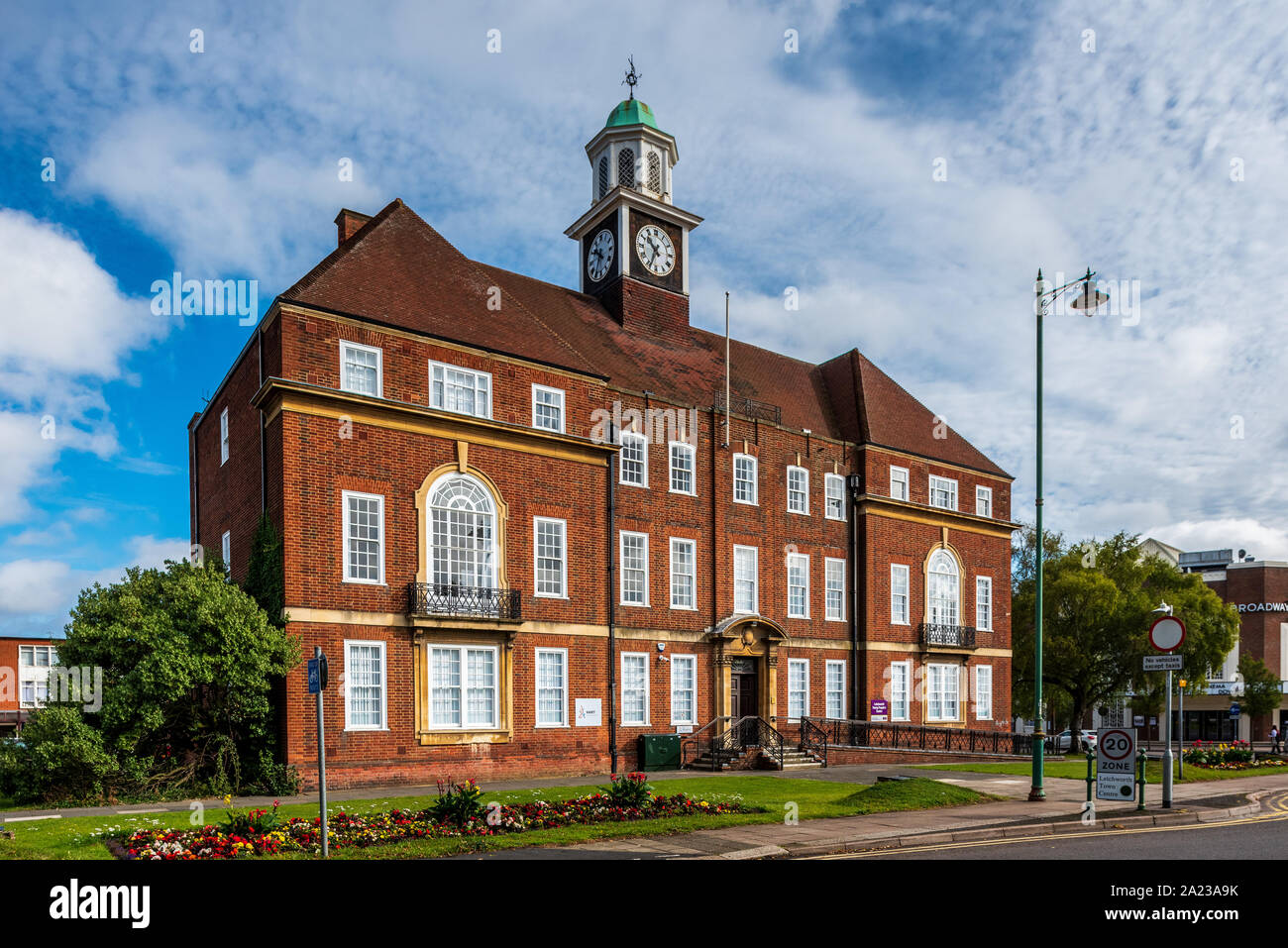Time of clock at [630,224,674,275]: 10:33
